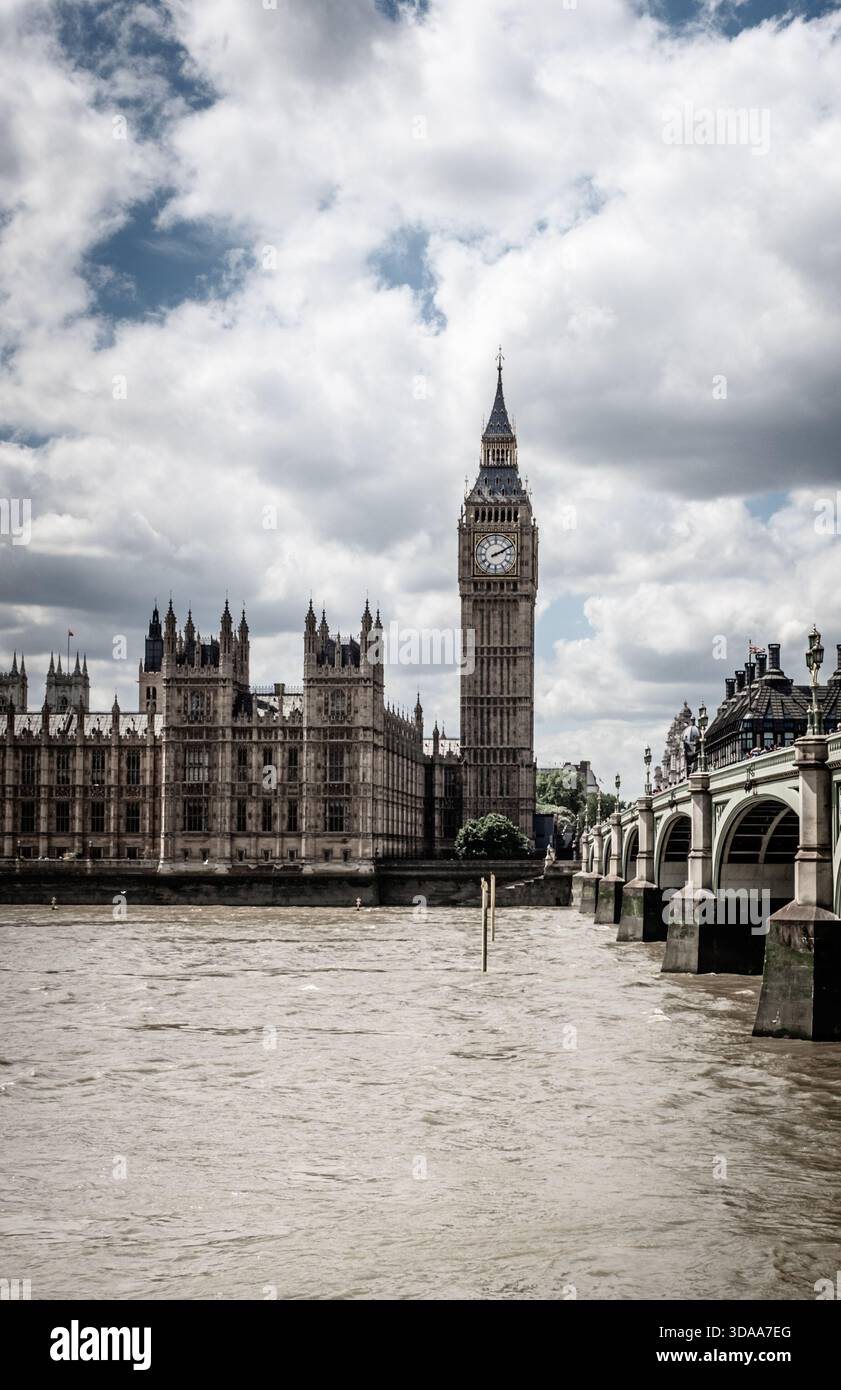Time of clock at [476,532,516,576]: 2:10
